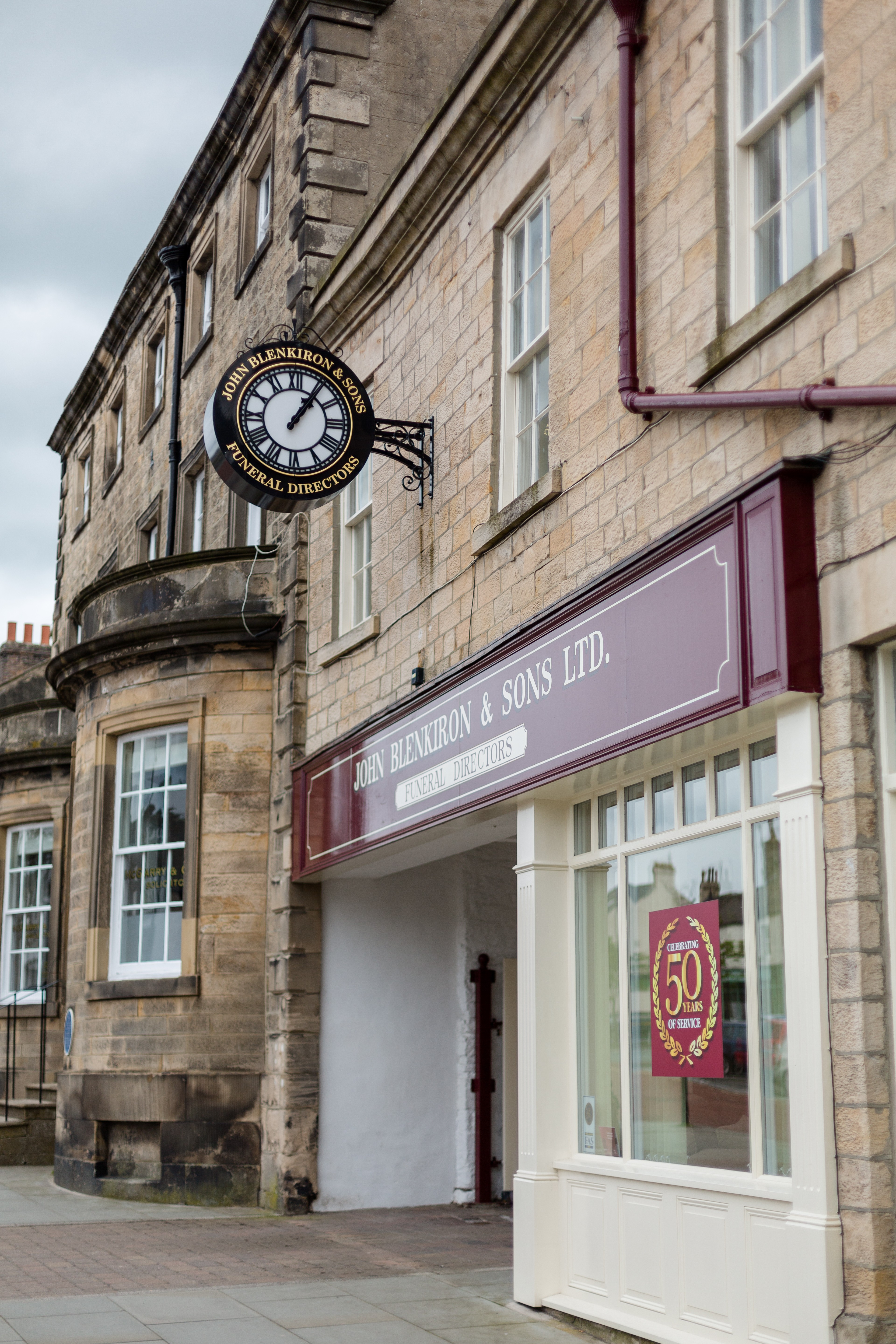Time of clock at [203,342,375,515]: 1:06
